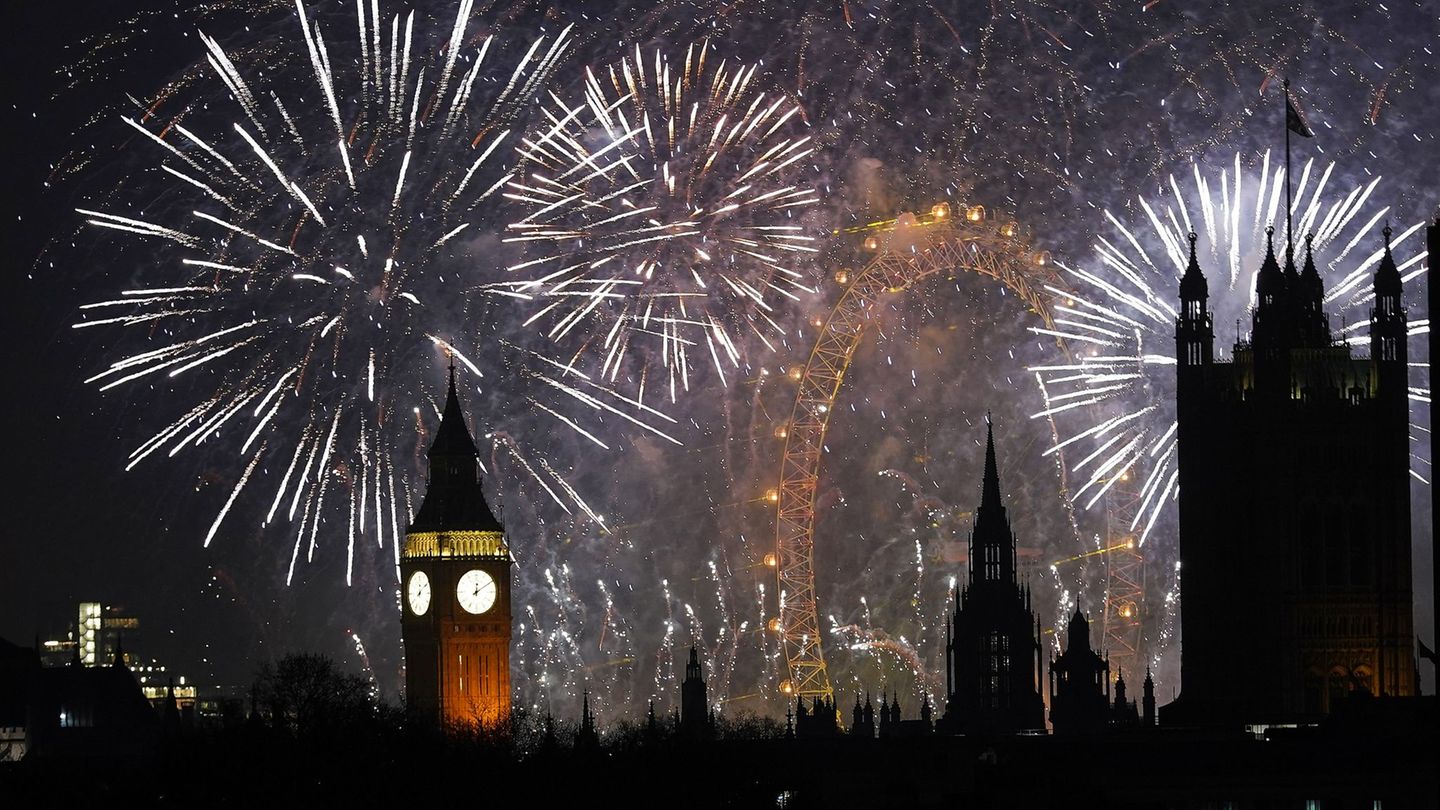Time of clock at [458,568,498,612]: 12:09
